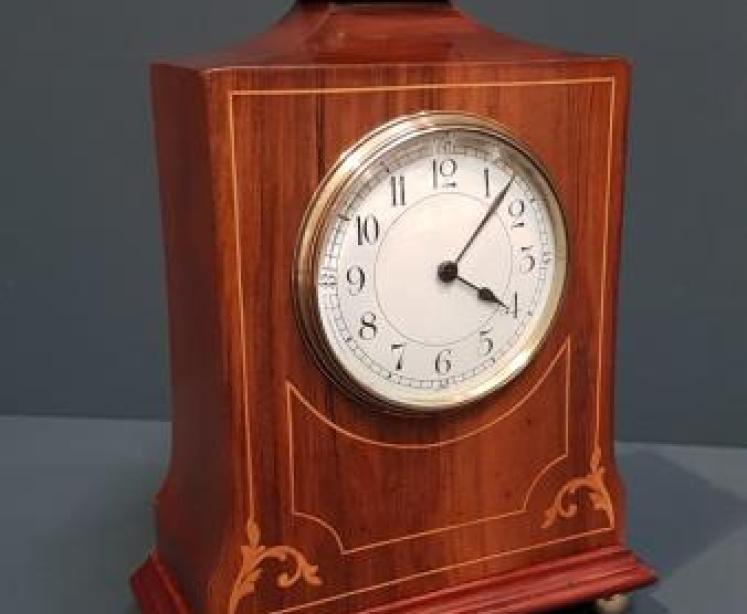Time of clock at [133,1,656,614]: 4:07
